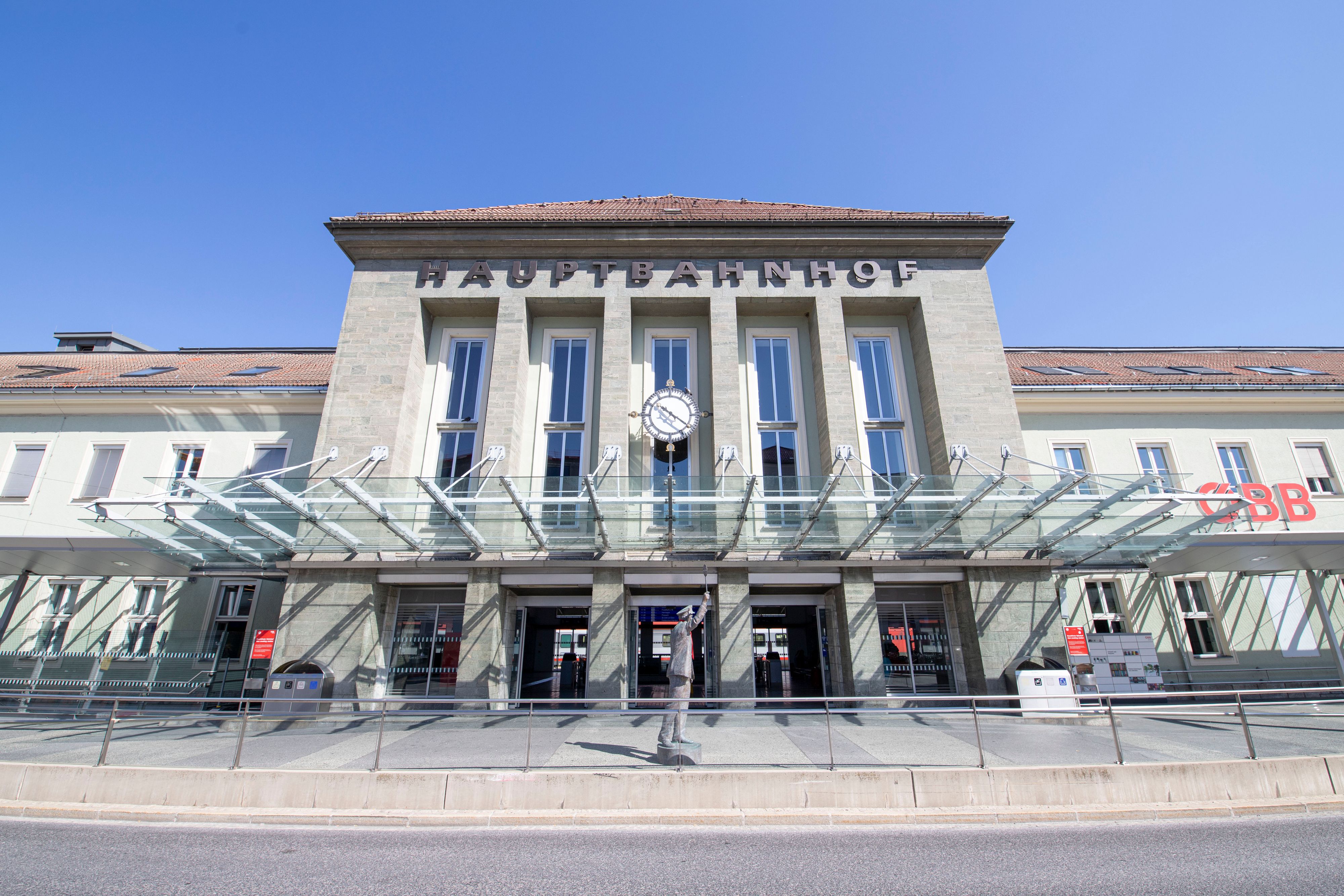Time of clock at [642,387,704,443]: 10:20
